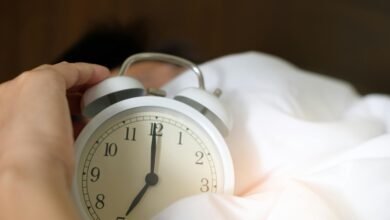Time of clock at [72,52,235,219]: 7:00
